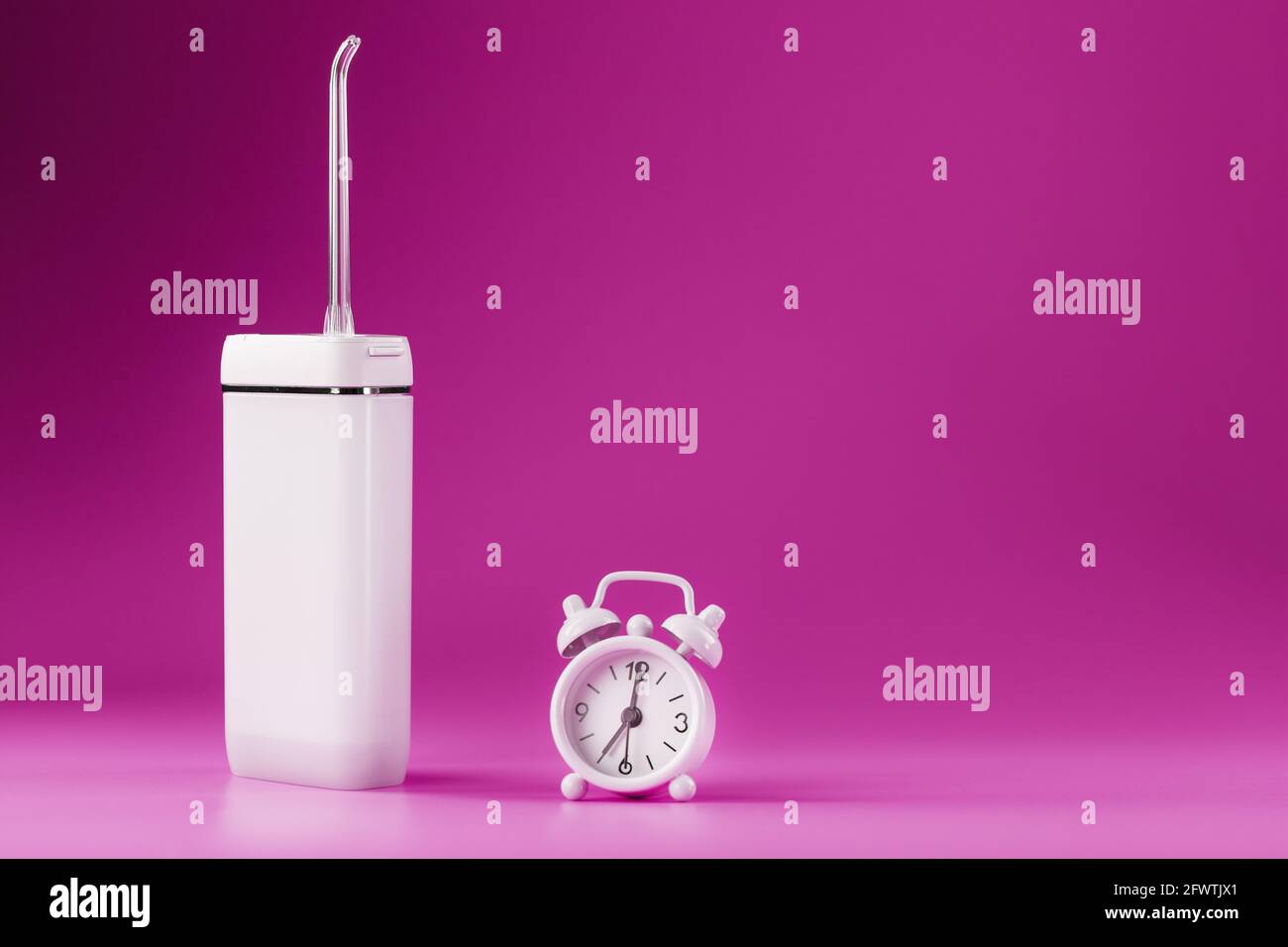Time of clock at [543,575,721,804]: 7:00
